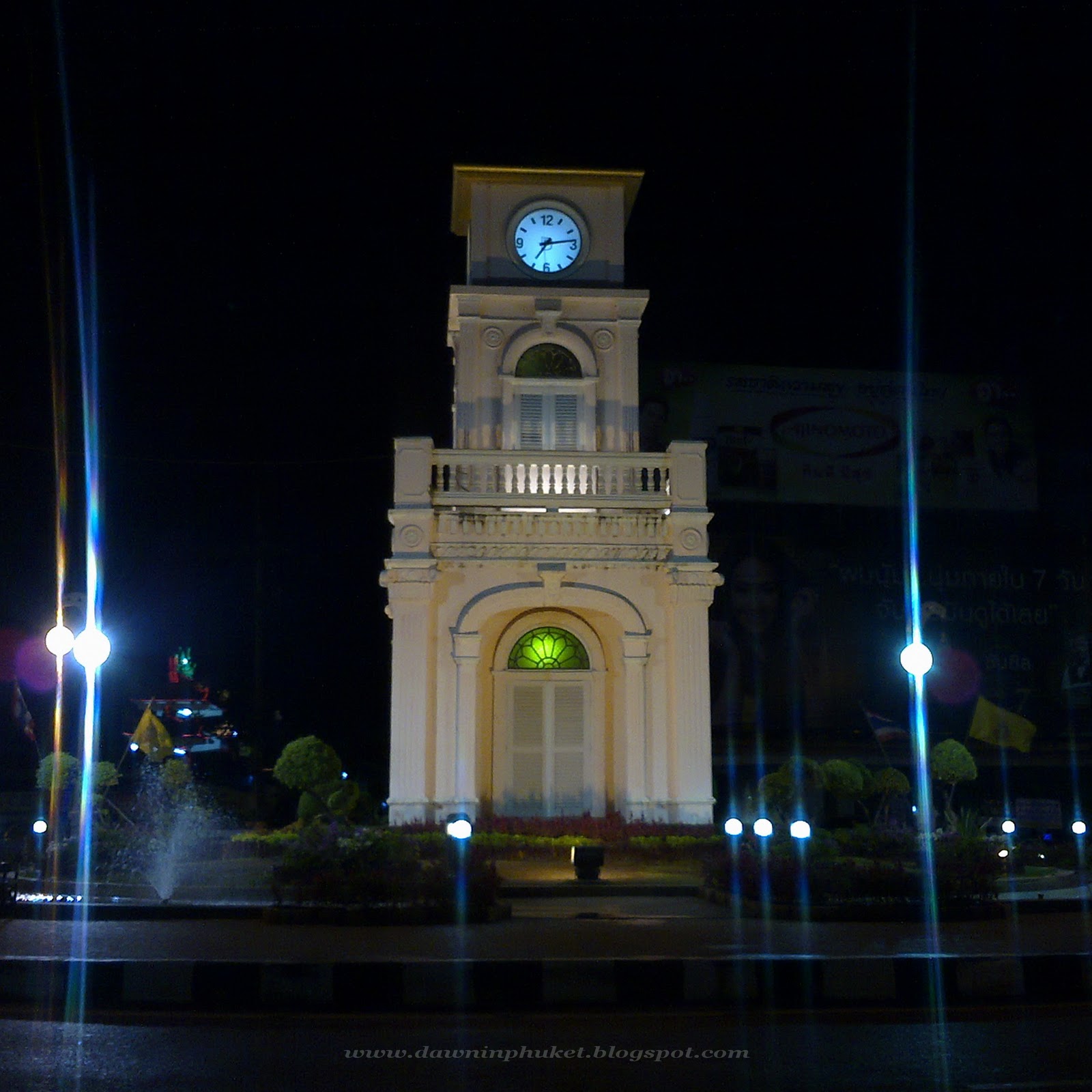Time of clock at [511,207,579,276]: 7:13
